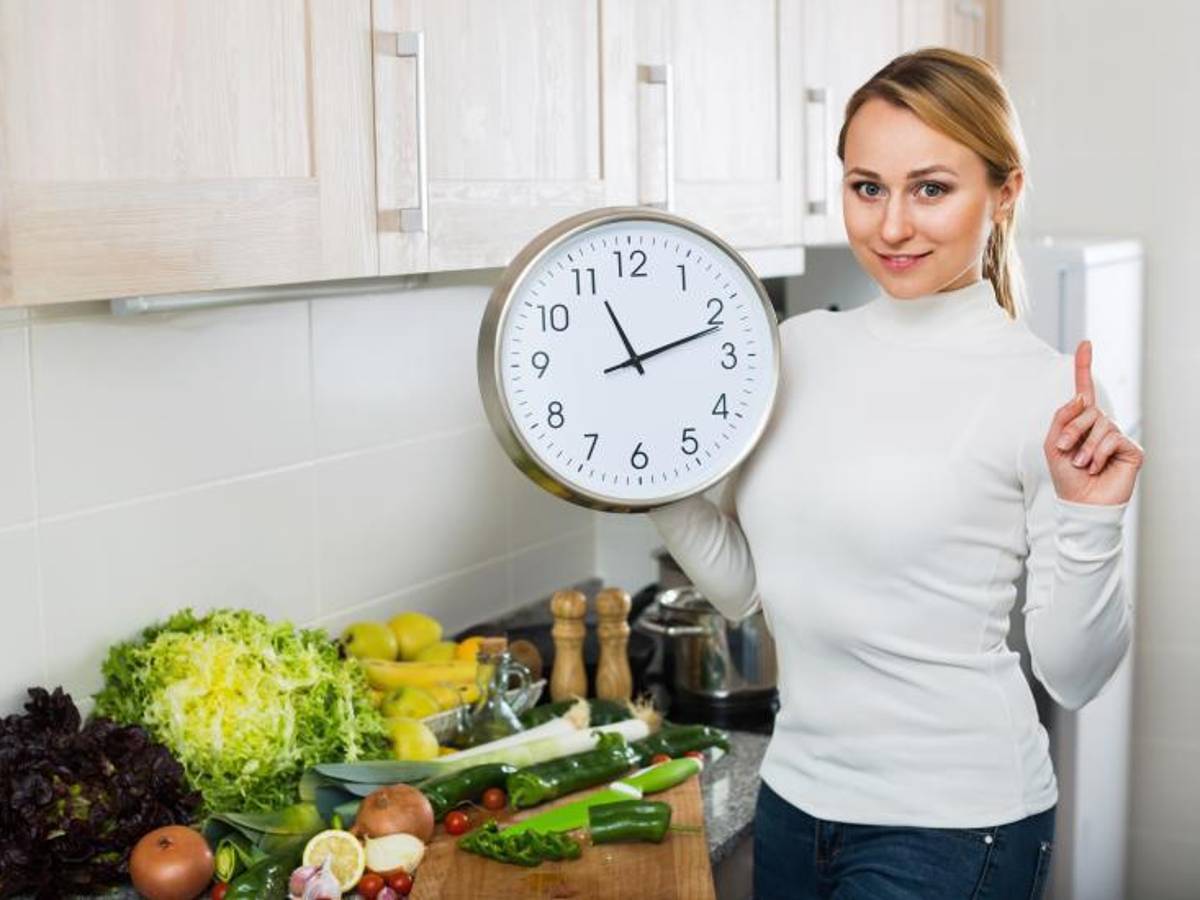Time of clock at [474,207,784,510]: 11:11
